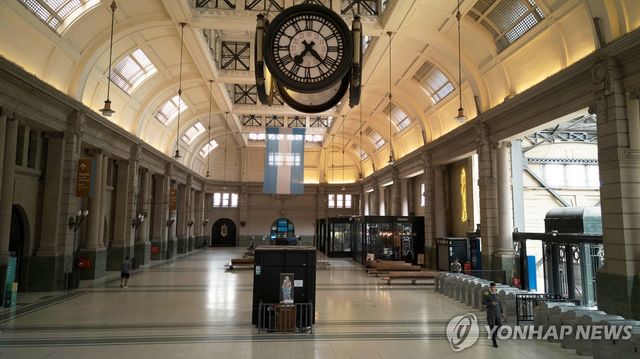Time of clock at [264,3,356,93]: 7:22
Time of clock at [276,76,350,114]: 7:22
